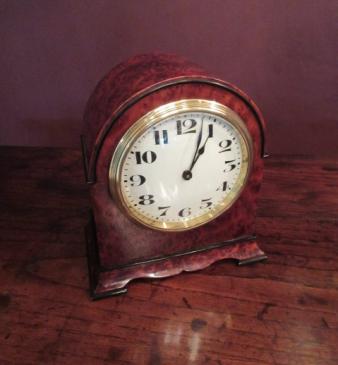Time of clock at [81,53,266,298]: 1:03
